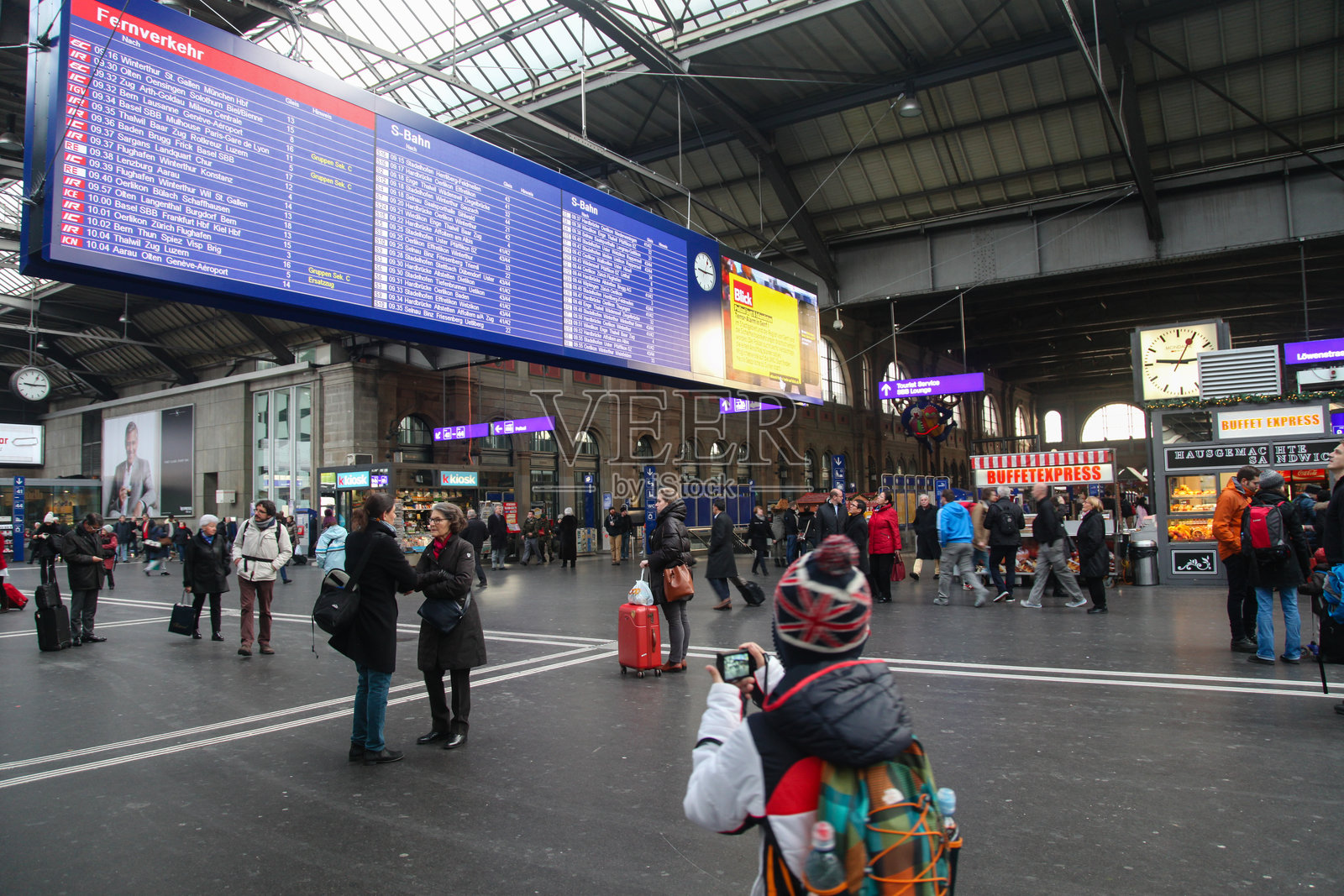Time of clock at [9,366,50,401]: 9:14
